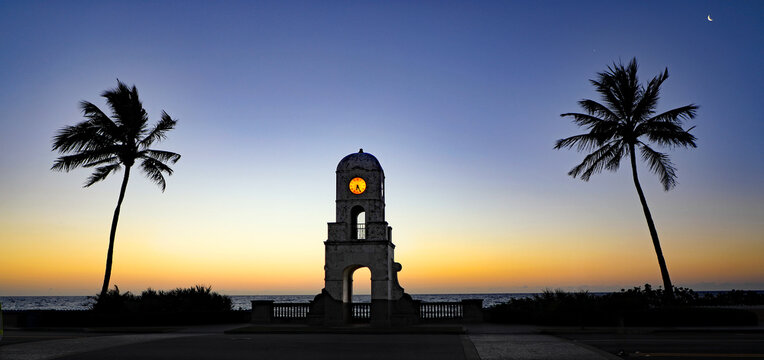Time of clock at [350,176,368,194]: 6:25
